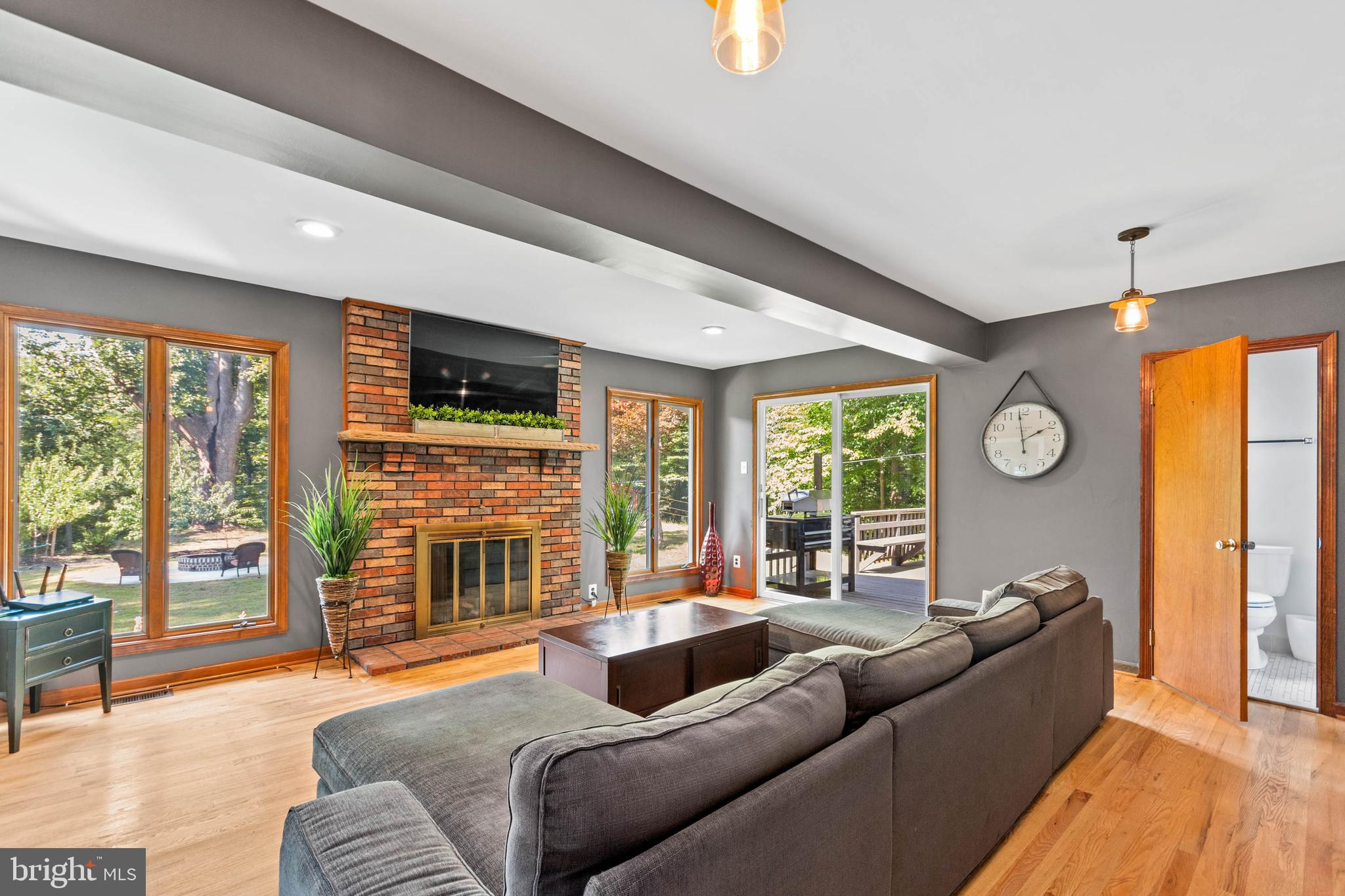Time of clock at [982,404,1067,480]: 1:58
